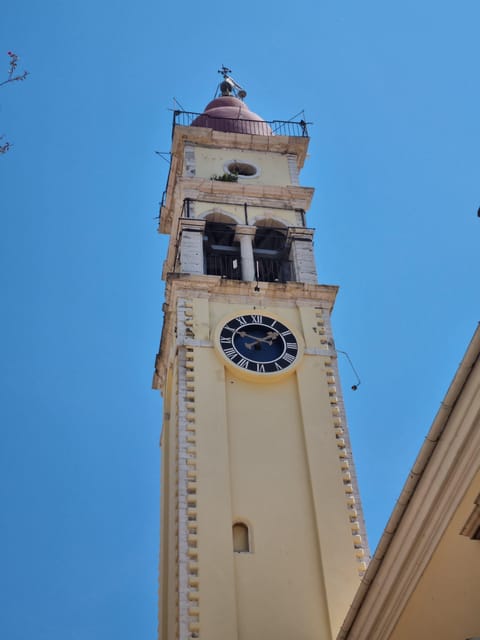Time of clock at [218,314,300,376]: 1:49
